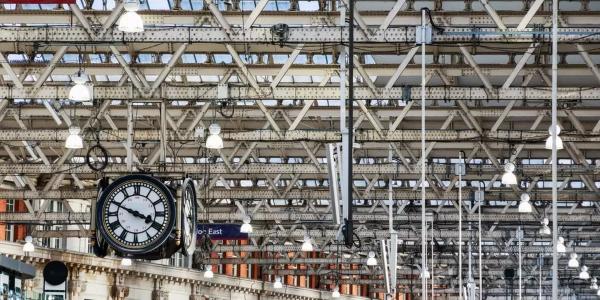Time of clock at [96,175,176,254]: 3:48
